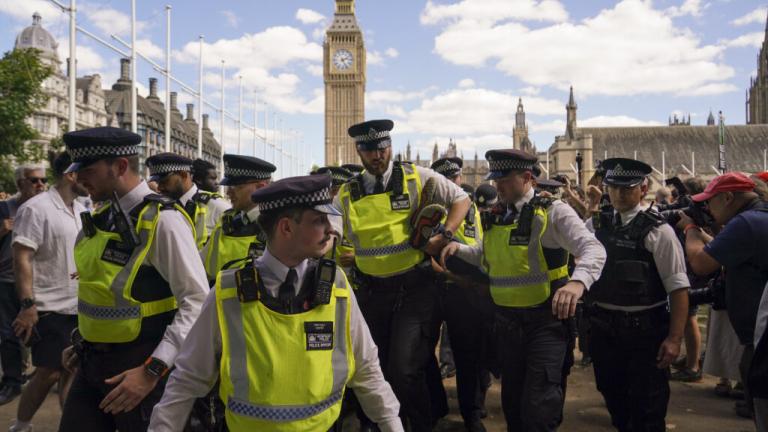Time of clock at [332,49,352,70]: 2:25
